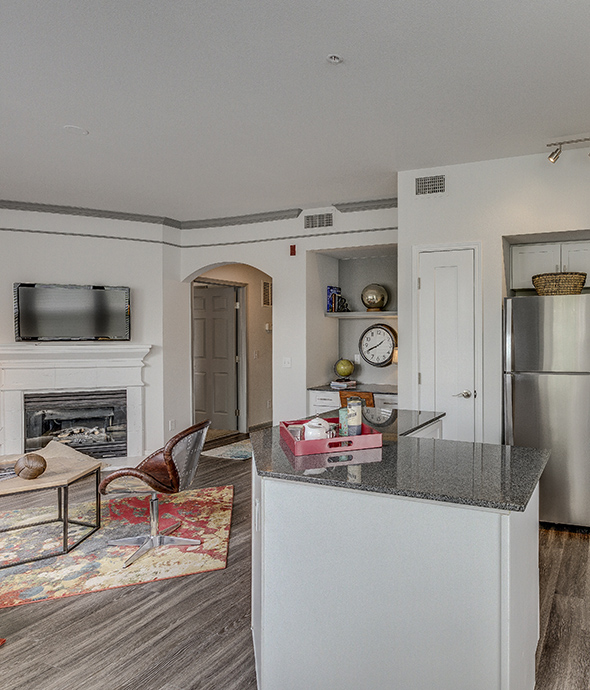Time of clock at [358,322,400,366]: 1:40
